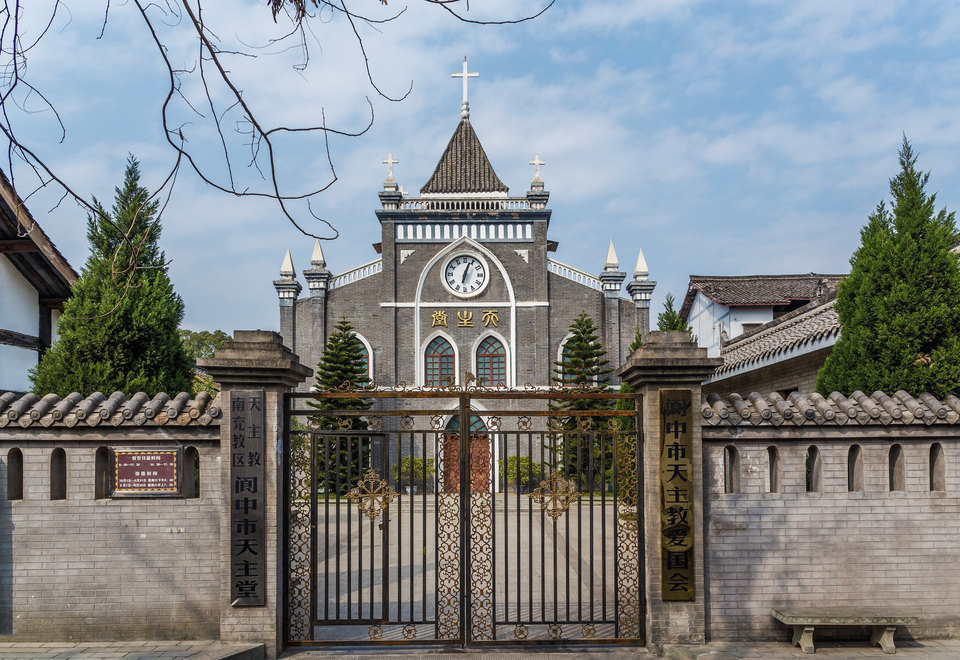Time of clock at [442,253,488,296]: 6:03
